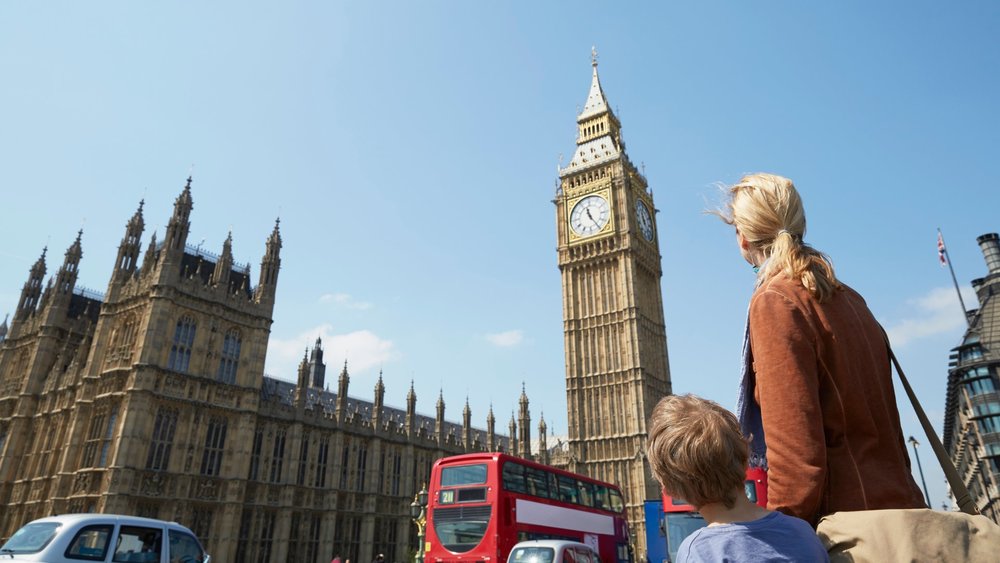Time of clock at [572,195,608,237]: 11:24
